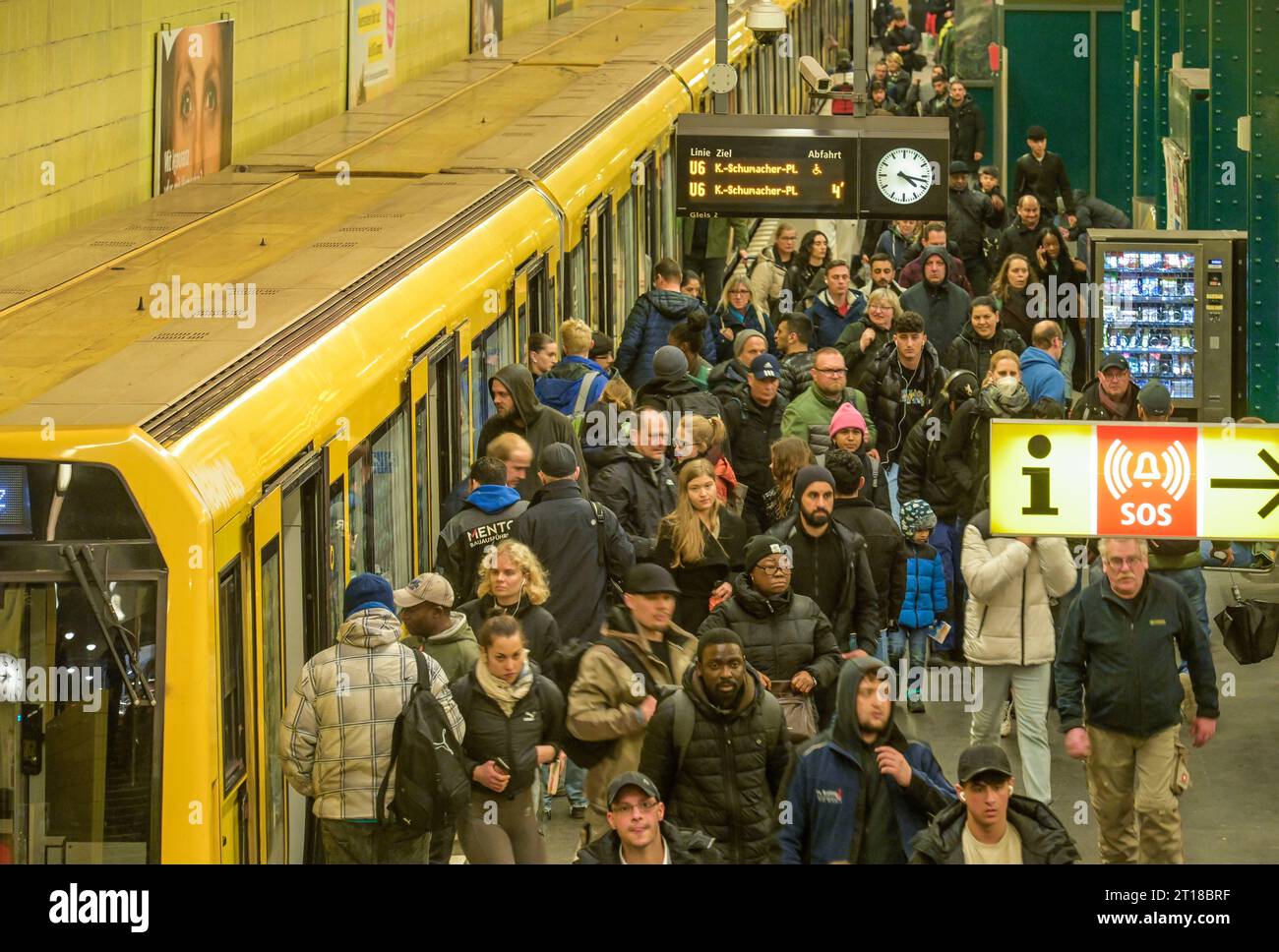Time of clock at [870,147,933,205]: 4:17
